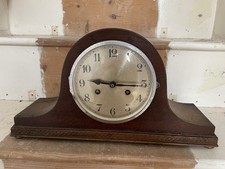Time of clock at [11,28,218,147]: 9:15
